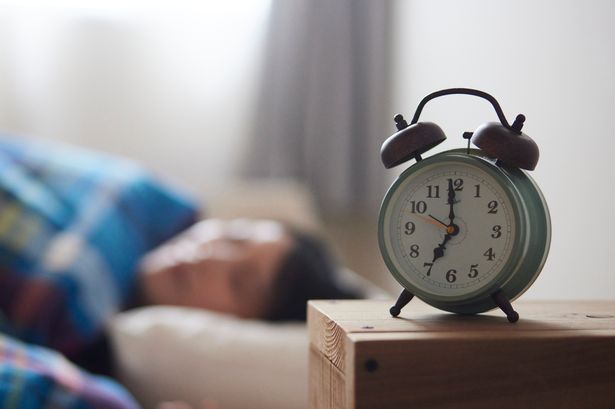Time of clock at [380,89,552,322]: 6:59
